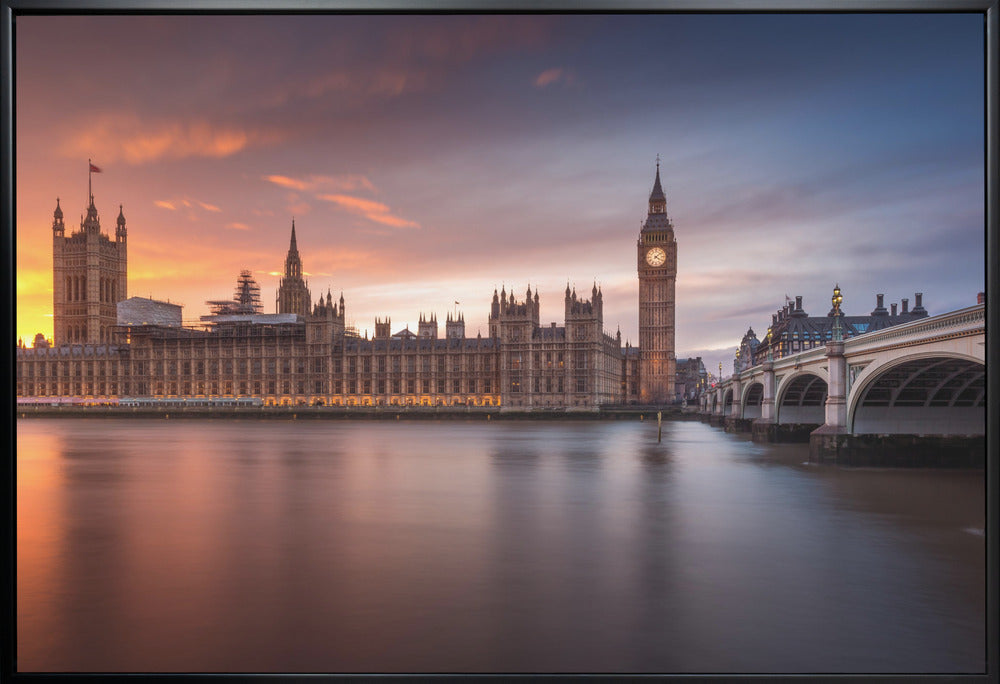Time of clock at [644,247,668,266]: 4:08
